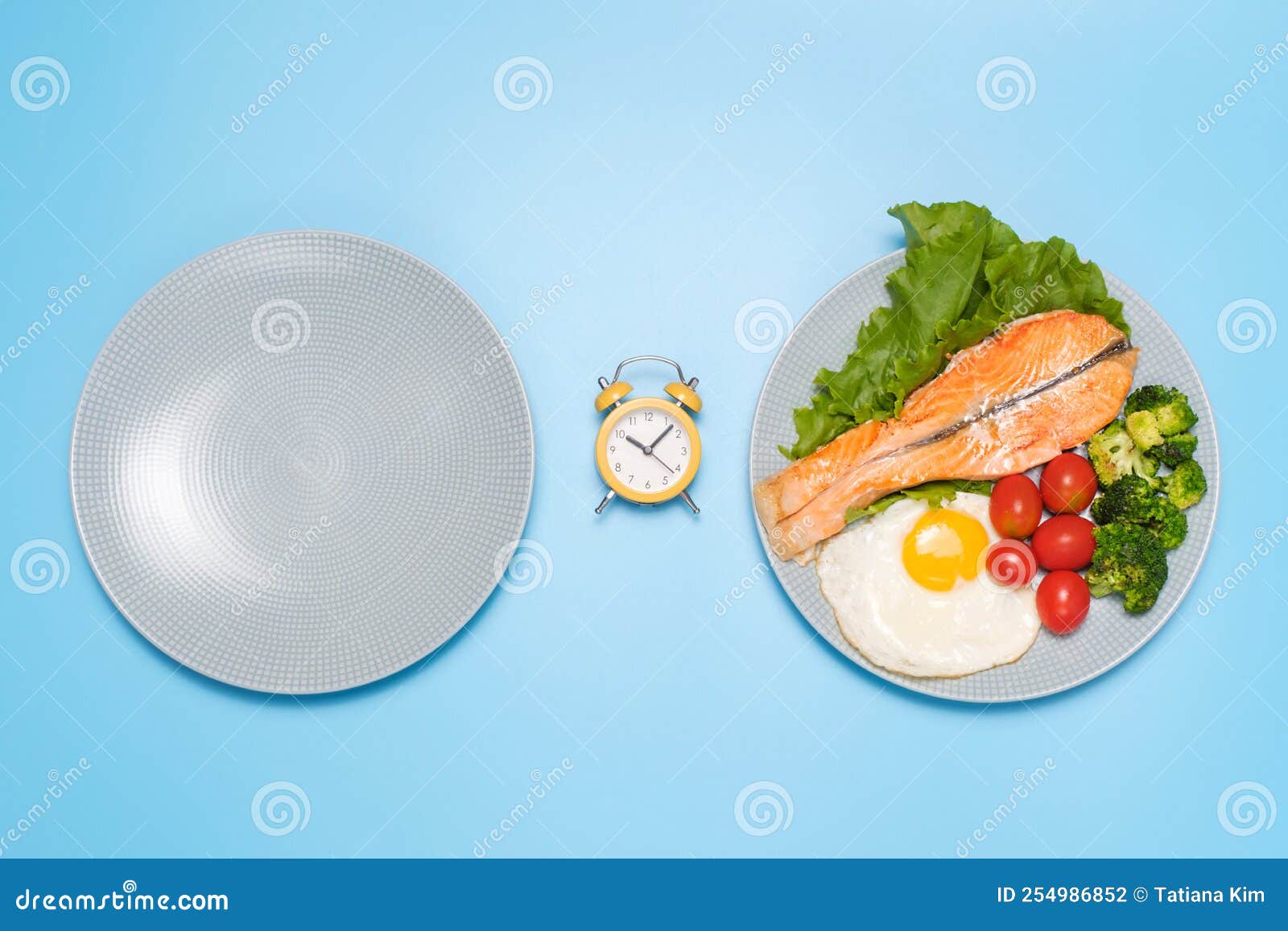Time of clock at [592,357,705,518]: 10:07
